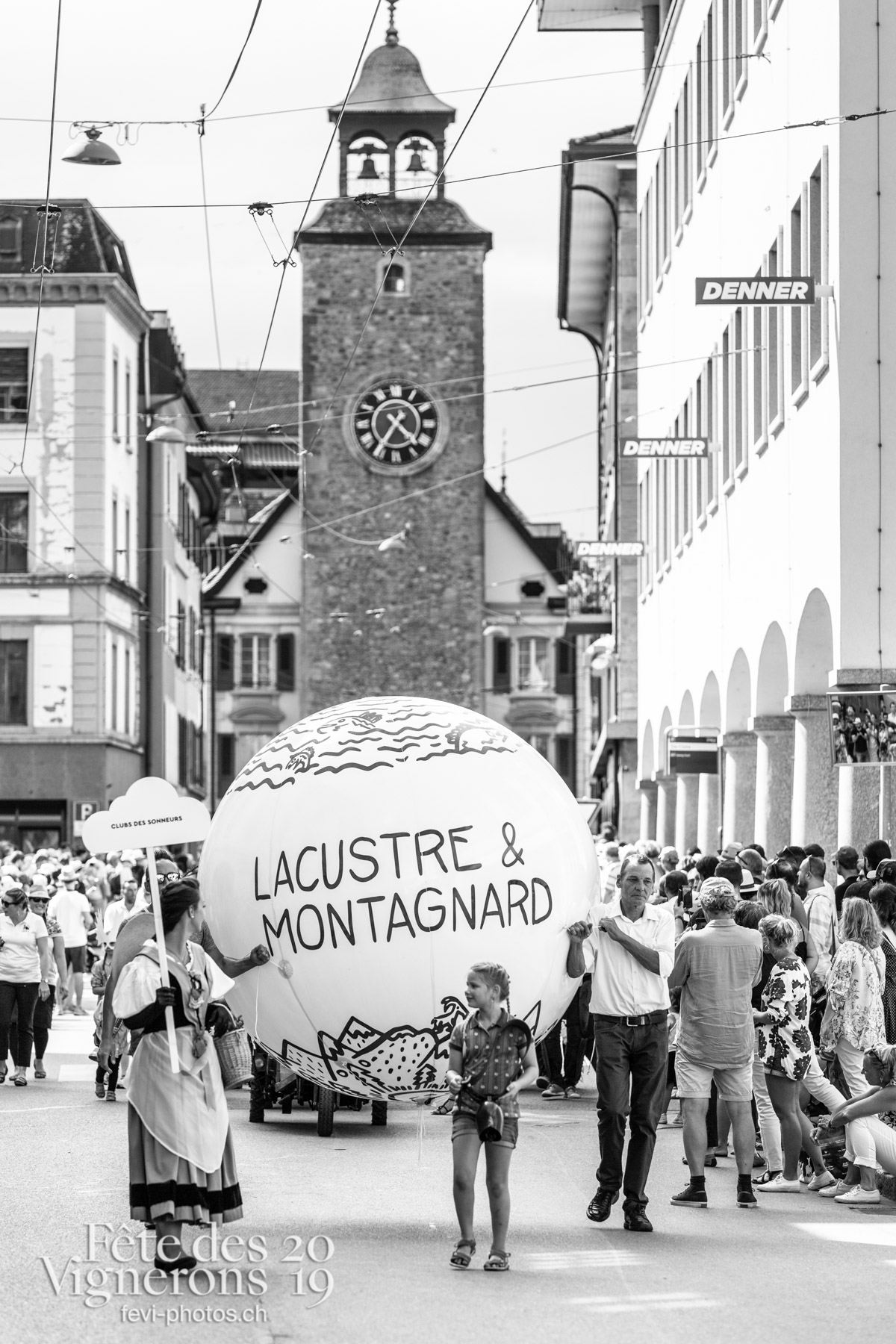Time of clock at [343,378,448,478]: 4:36
